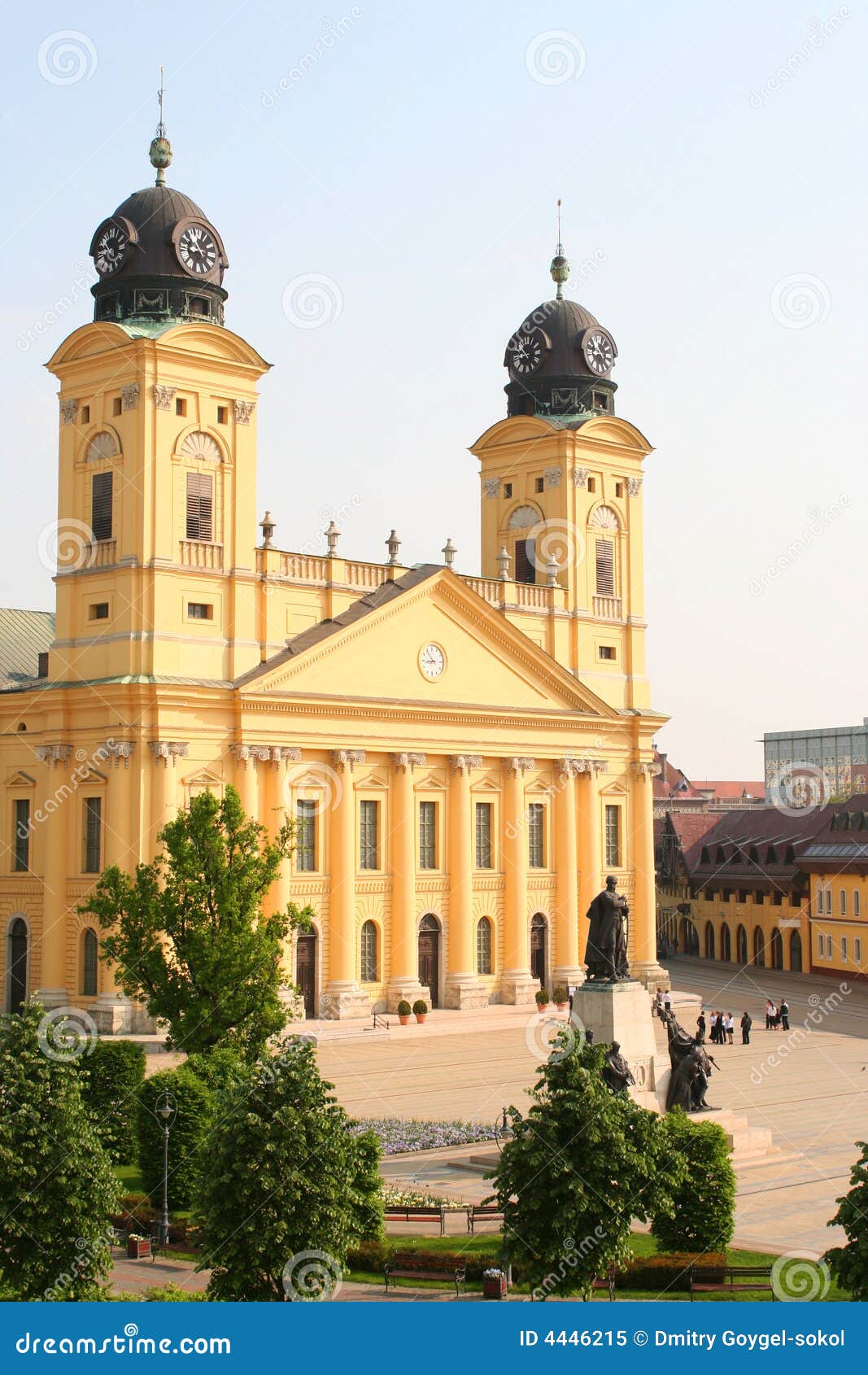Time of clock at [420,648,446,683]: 8:53
